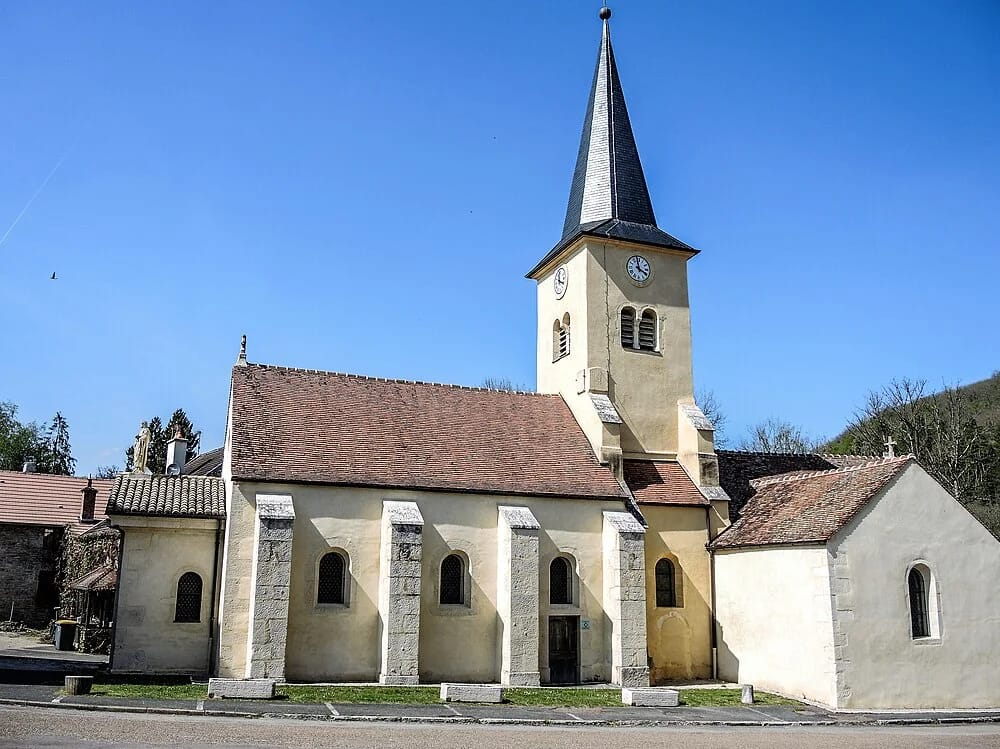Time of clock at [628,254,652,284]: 3:58
